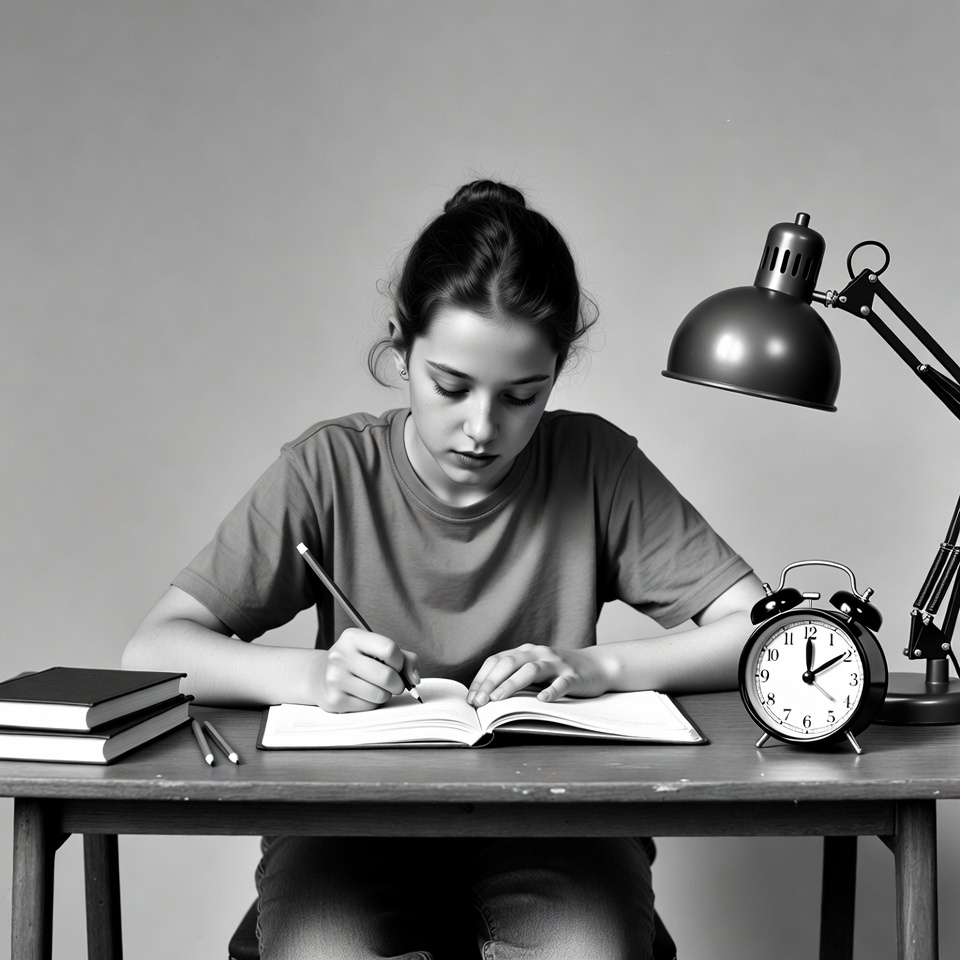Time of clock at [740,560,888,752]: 12:09
